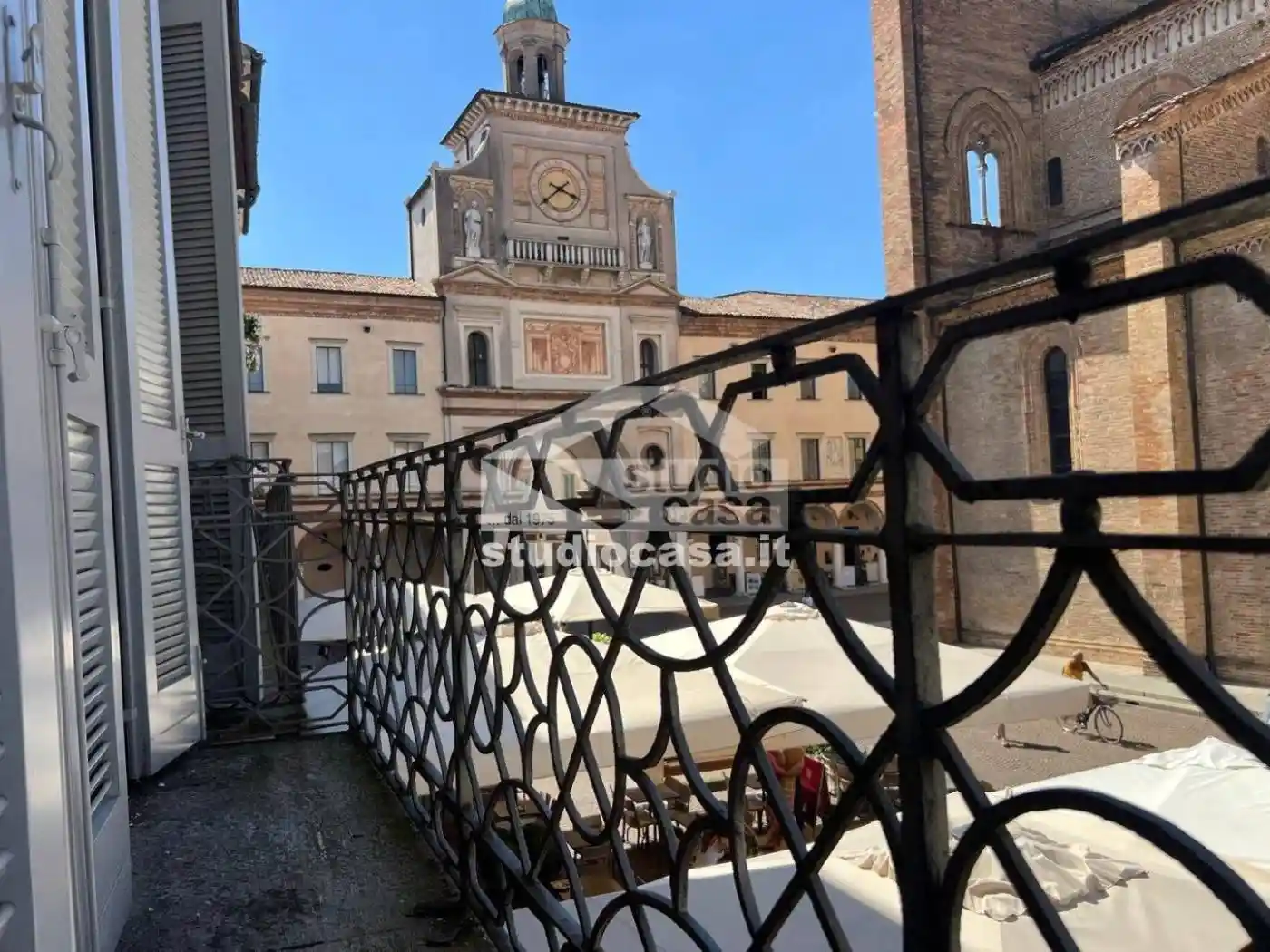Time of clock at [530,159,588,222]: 3:38
